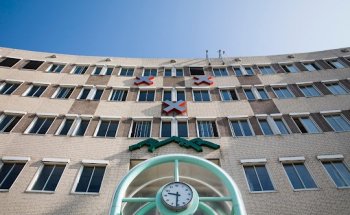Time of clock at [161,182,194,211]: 9:31
